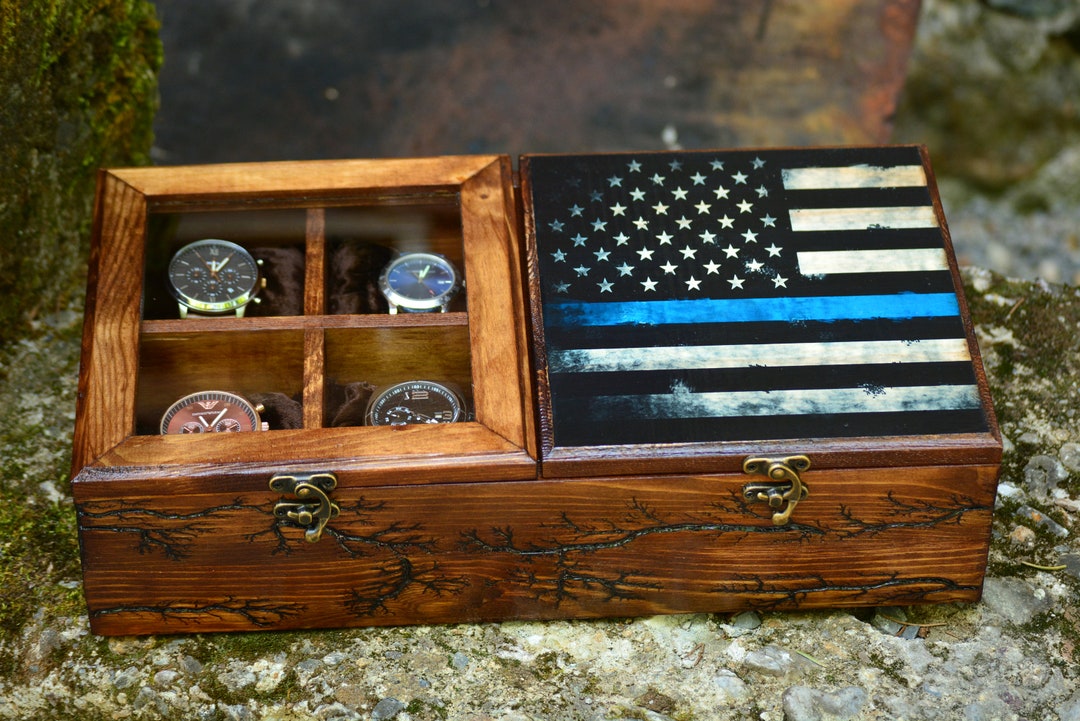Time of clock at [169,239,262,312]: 12:05
